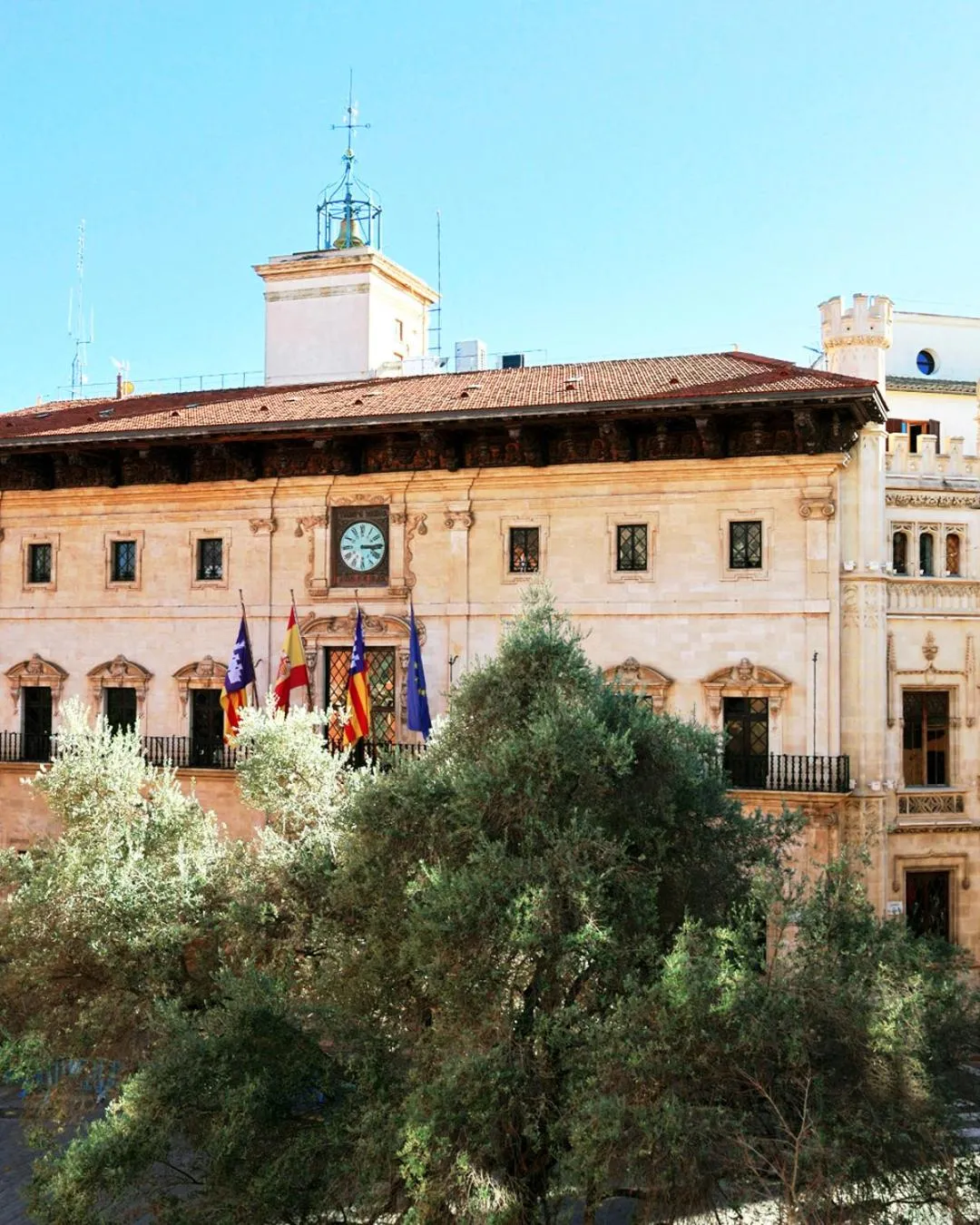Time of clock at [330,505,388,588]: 3:14
